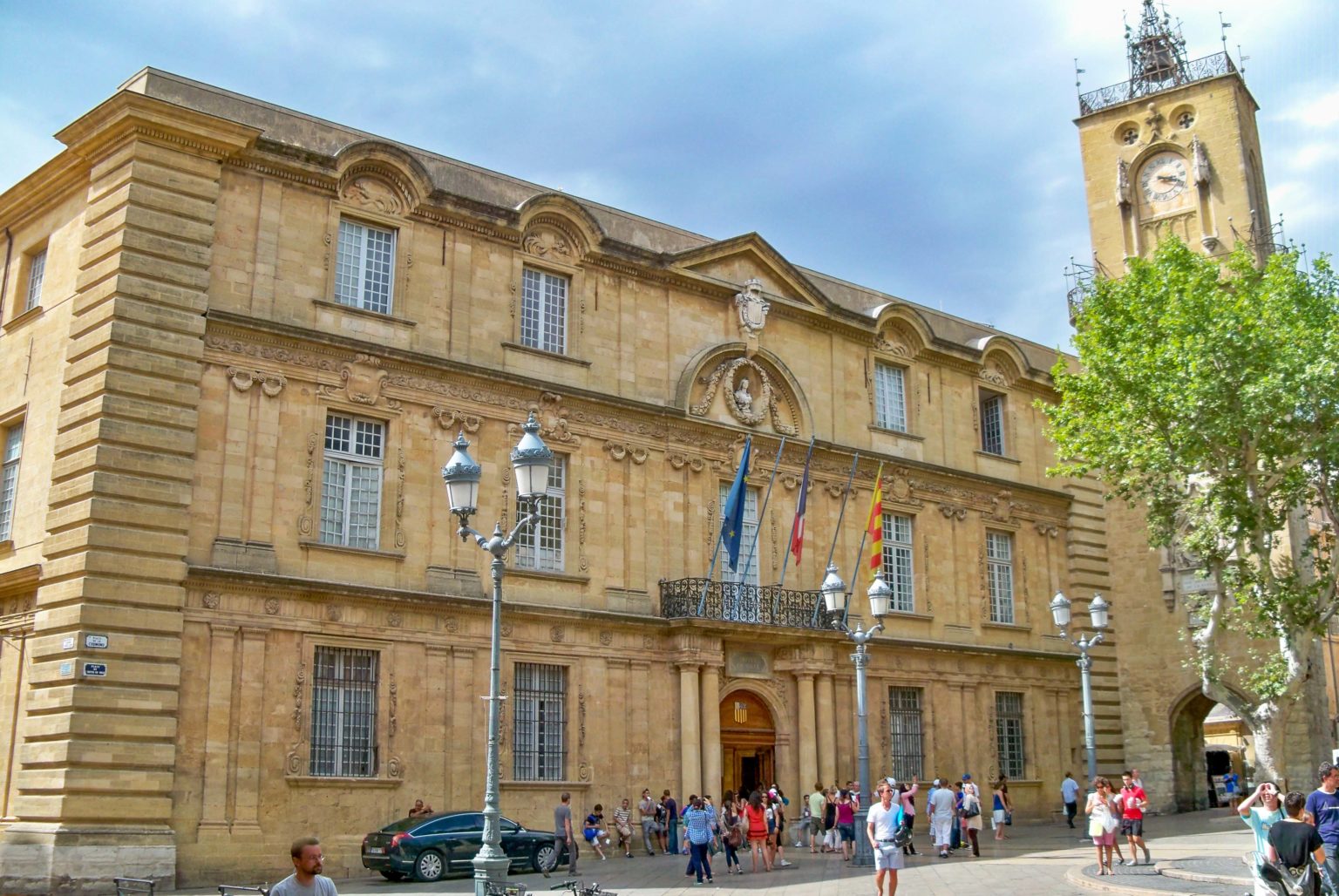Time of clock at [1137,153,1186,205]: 3:18
